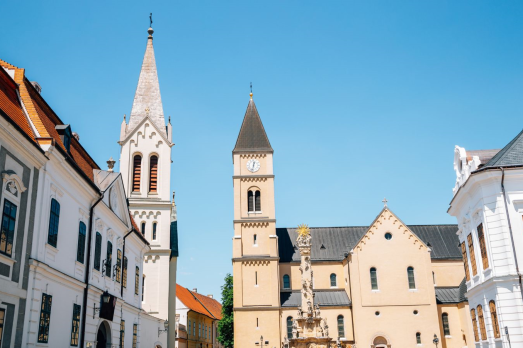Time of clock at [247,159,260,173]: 12:32
